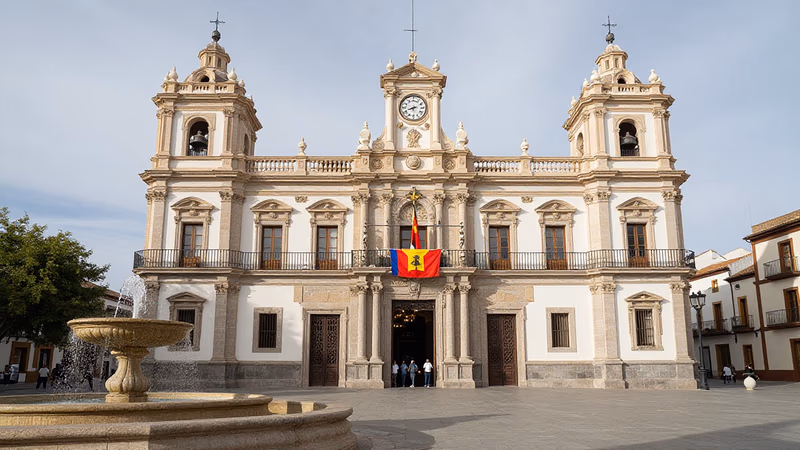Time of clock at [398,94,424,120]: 8:12
